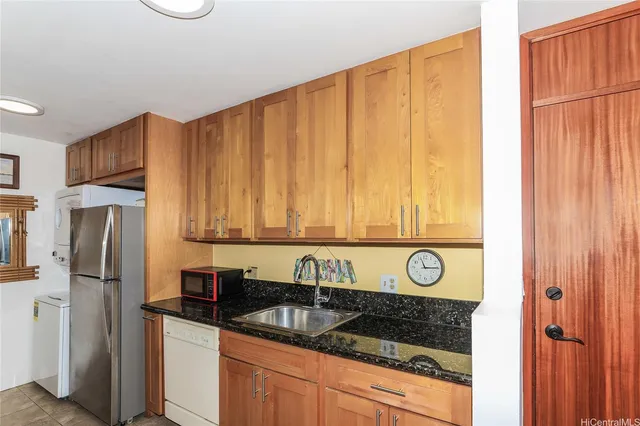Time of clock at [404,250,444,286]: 11:14
